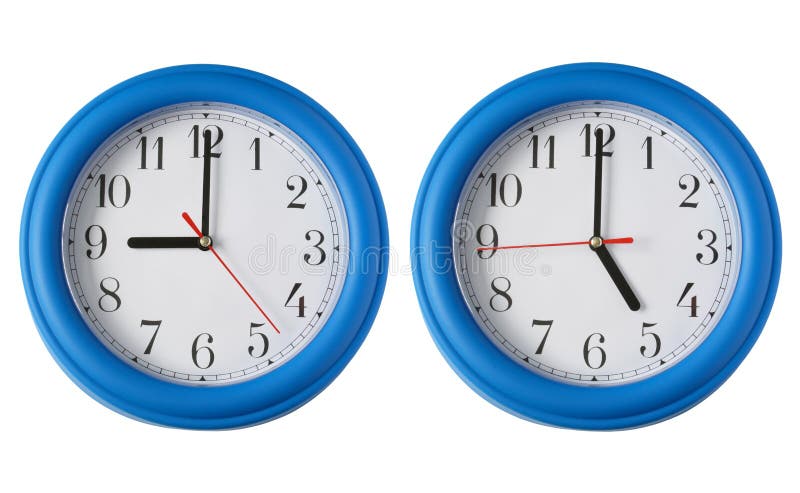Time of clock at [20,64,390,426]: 9:00
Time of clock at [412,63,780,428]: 5:00
